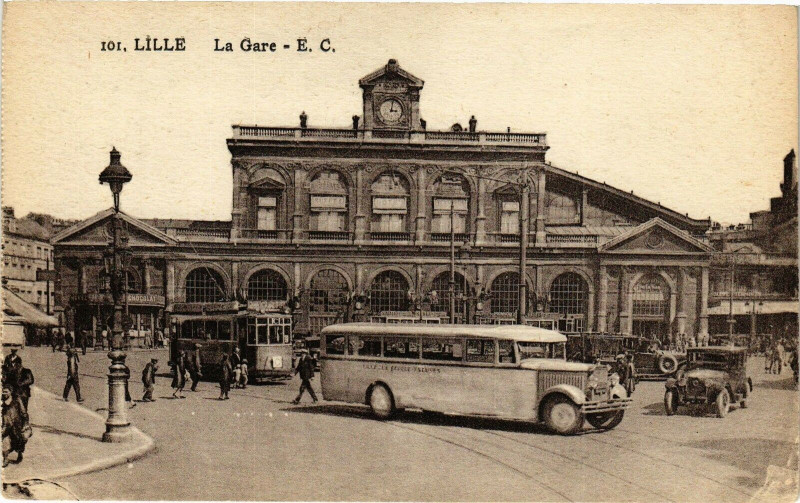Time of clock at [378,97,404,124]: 3:02
